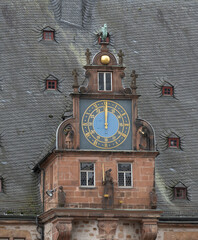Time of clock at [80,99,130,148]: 12:00
